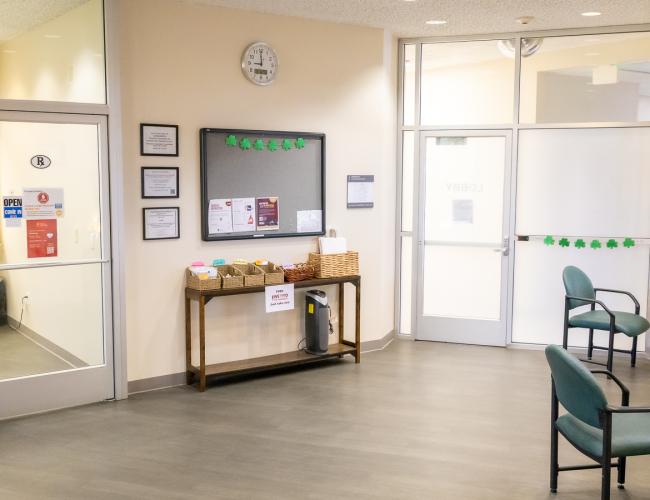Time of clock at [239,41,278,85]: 8:59
